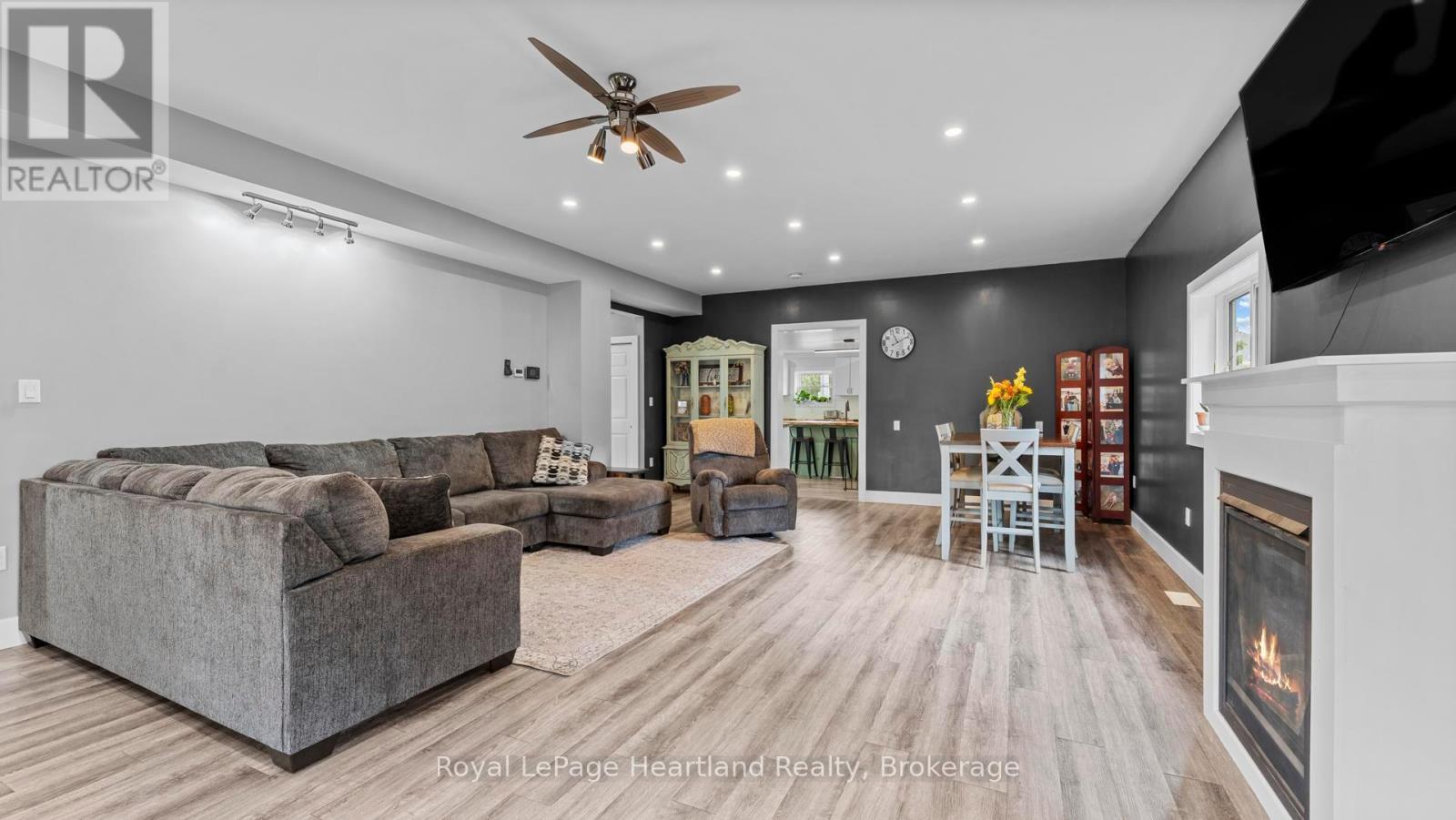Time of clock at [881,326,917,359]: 11:10
